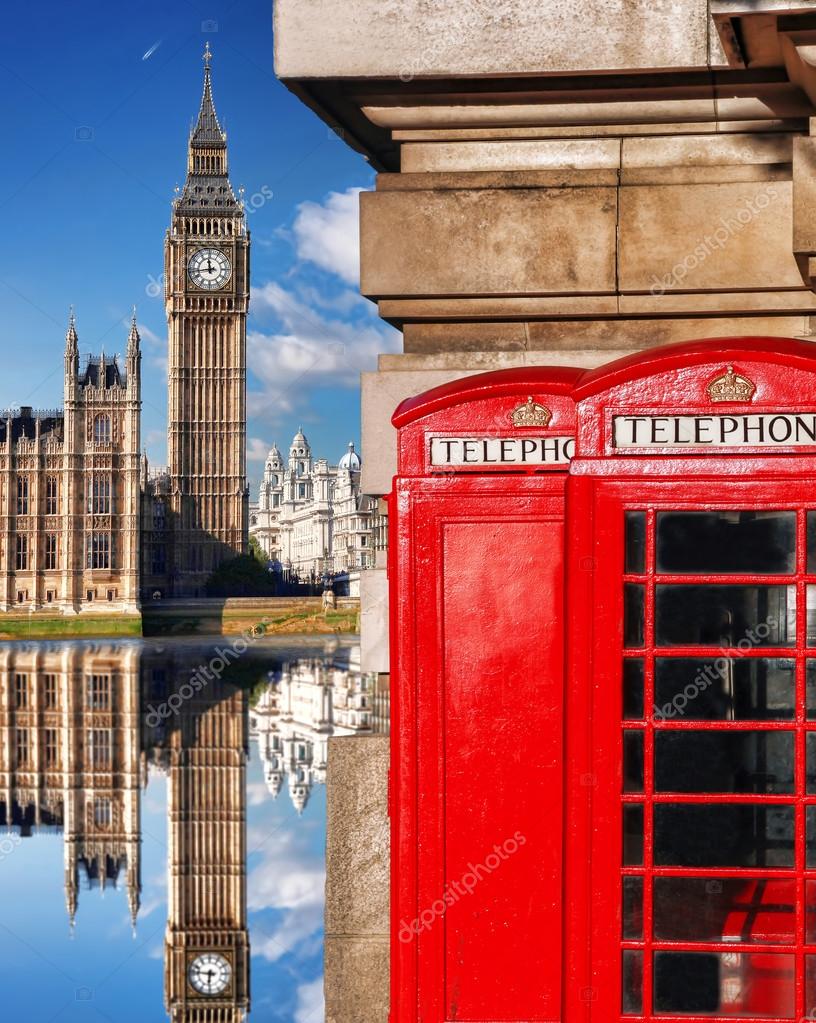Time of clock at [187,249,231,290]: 11:43
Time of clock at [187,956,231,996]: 6:46
